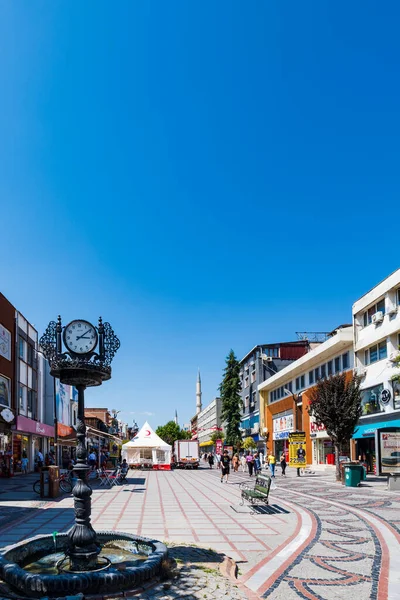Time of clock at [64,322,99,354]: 3:09
